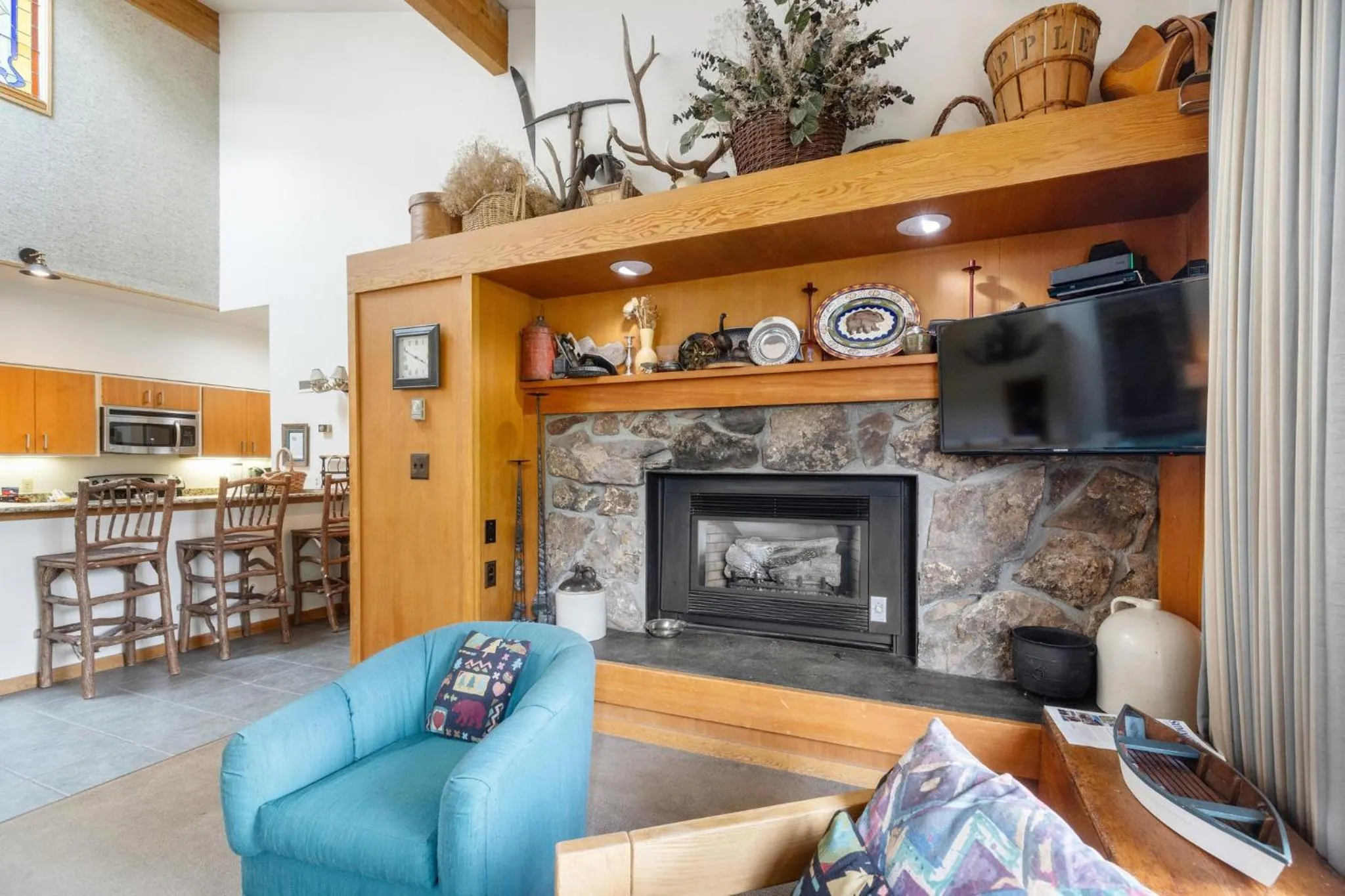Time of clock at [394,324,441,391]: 3:49
